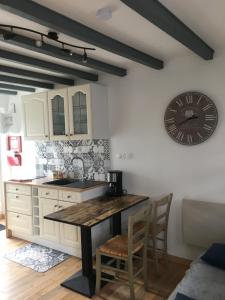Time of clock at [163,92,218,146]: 2:40
